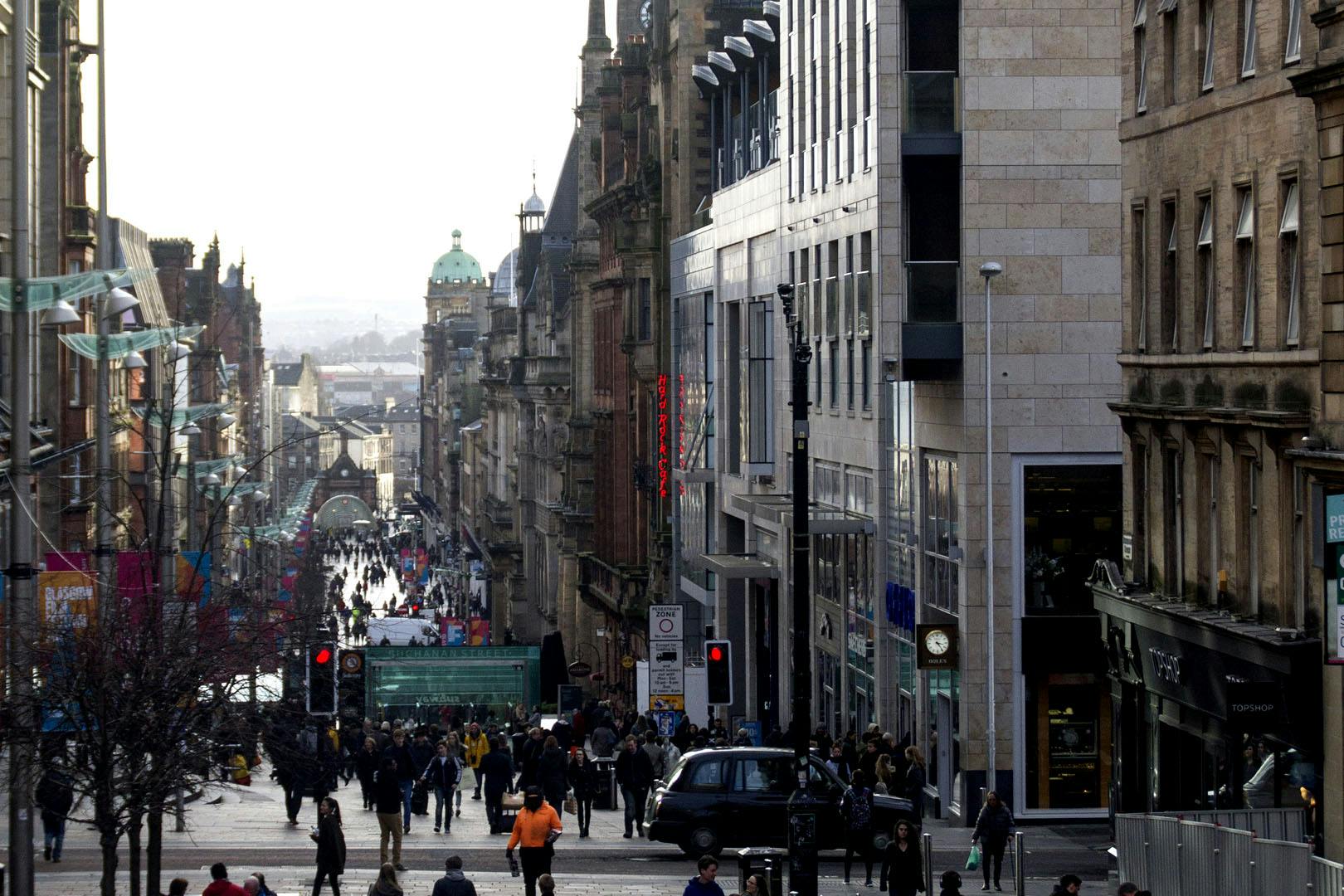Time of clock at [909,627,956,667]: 3:23
